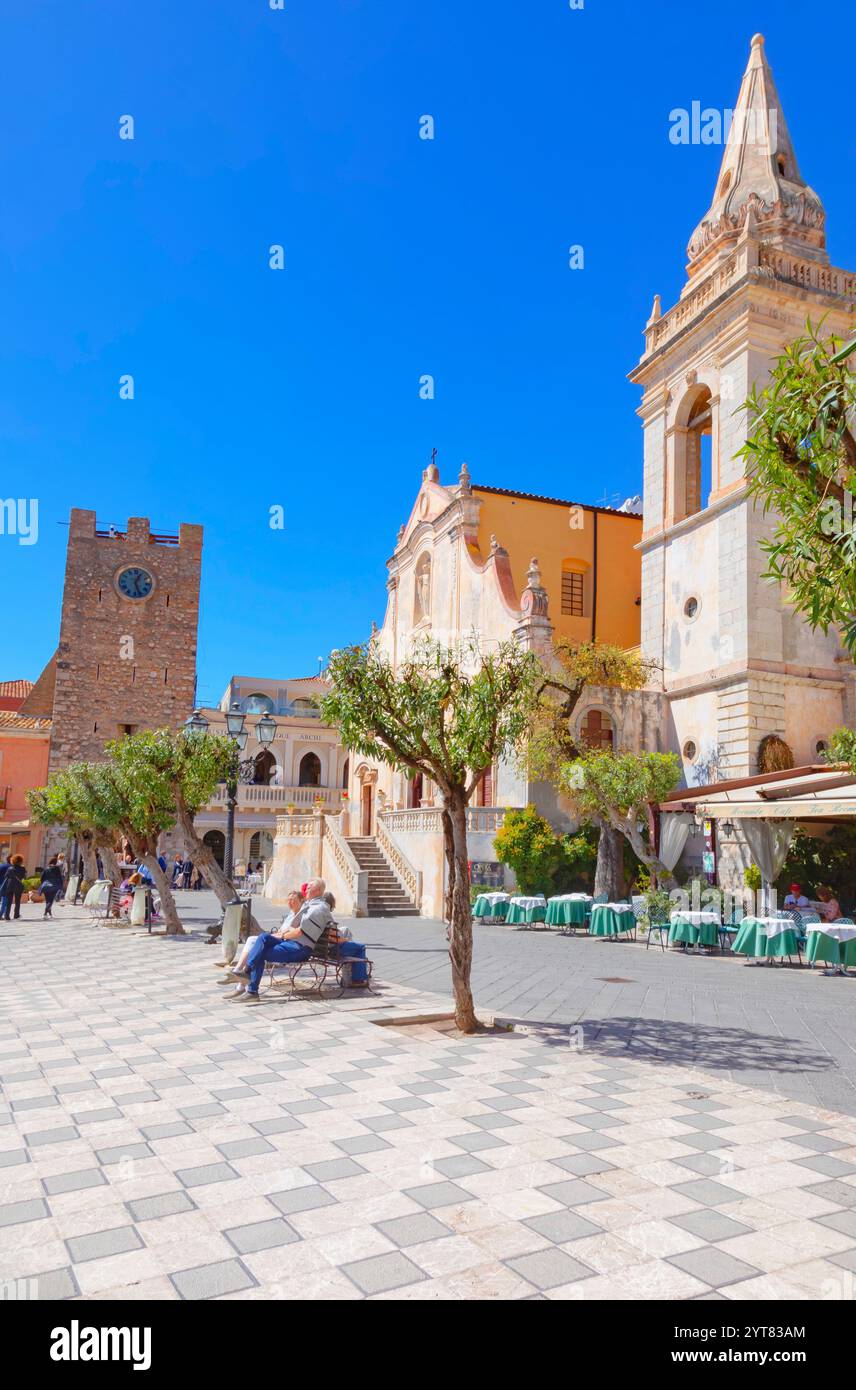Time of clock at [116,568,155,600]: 12:26
